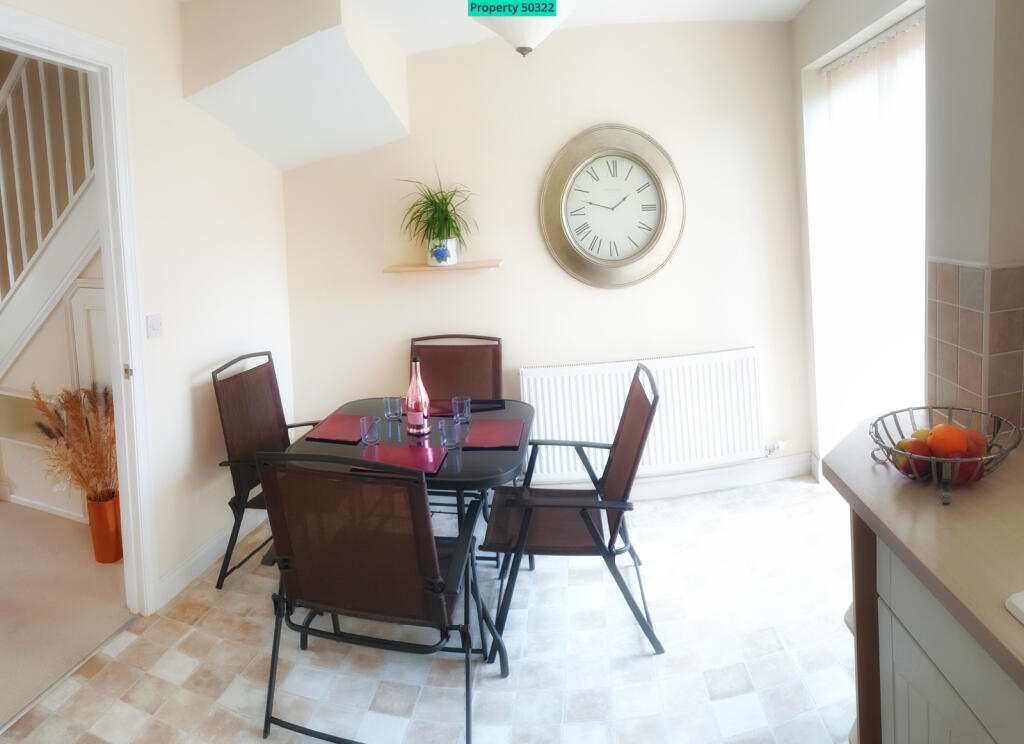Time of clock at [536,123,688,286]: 1:47
